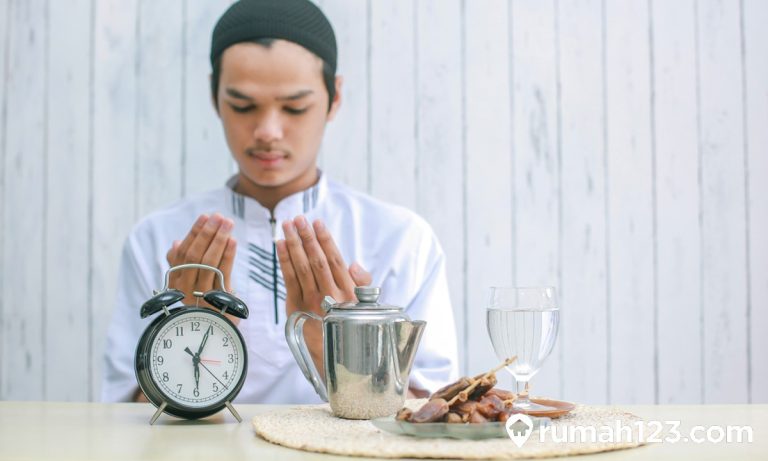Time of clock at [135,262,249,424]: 6:04
